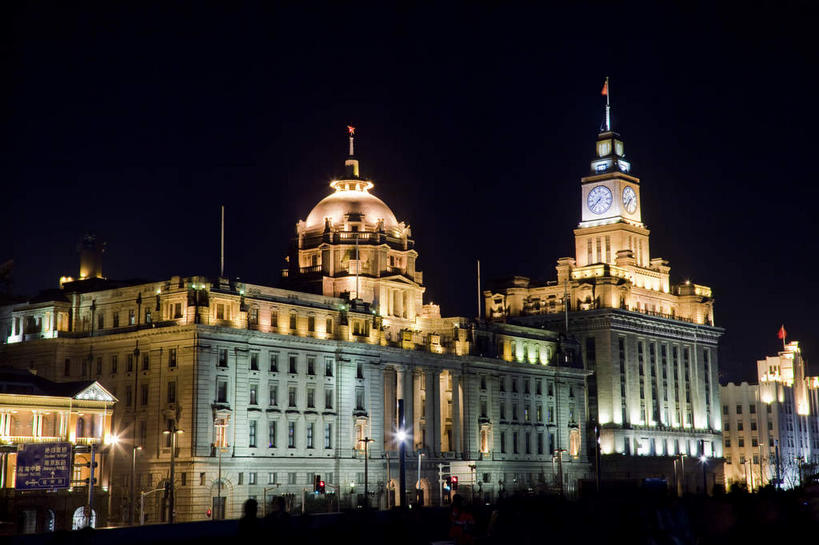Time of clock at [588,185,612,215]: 7:37
